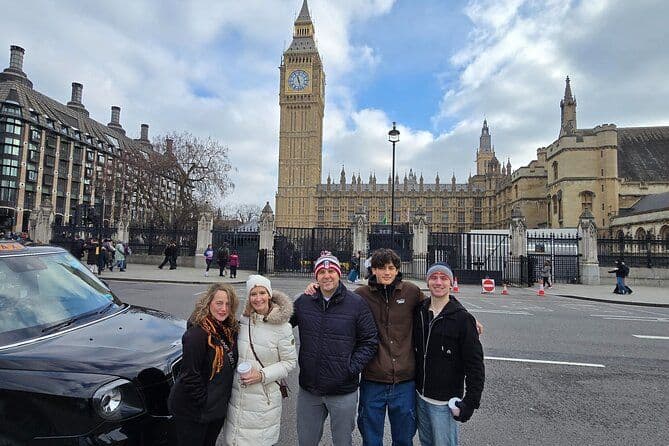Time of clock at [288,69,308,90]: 11:27
